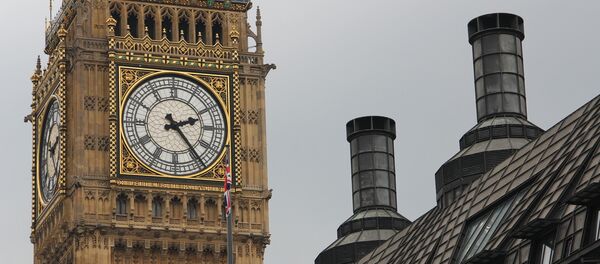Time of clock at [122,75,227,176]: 2:23
